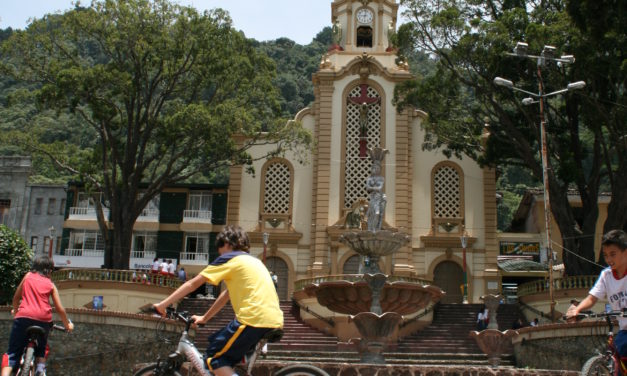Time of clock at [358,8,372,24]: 9:01
